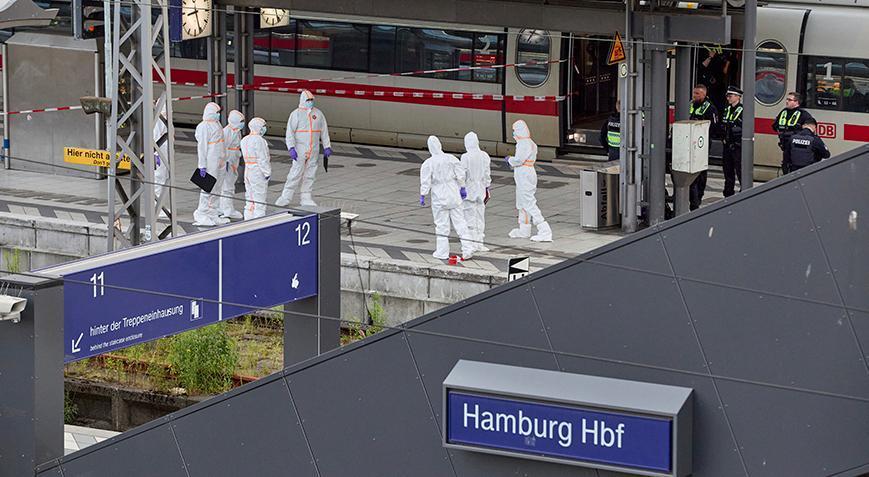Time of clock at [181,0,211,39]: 8:25
